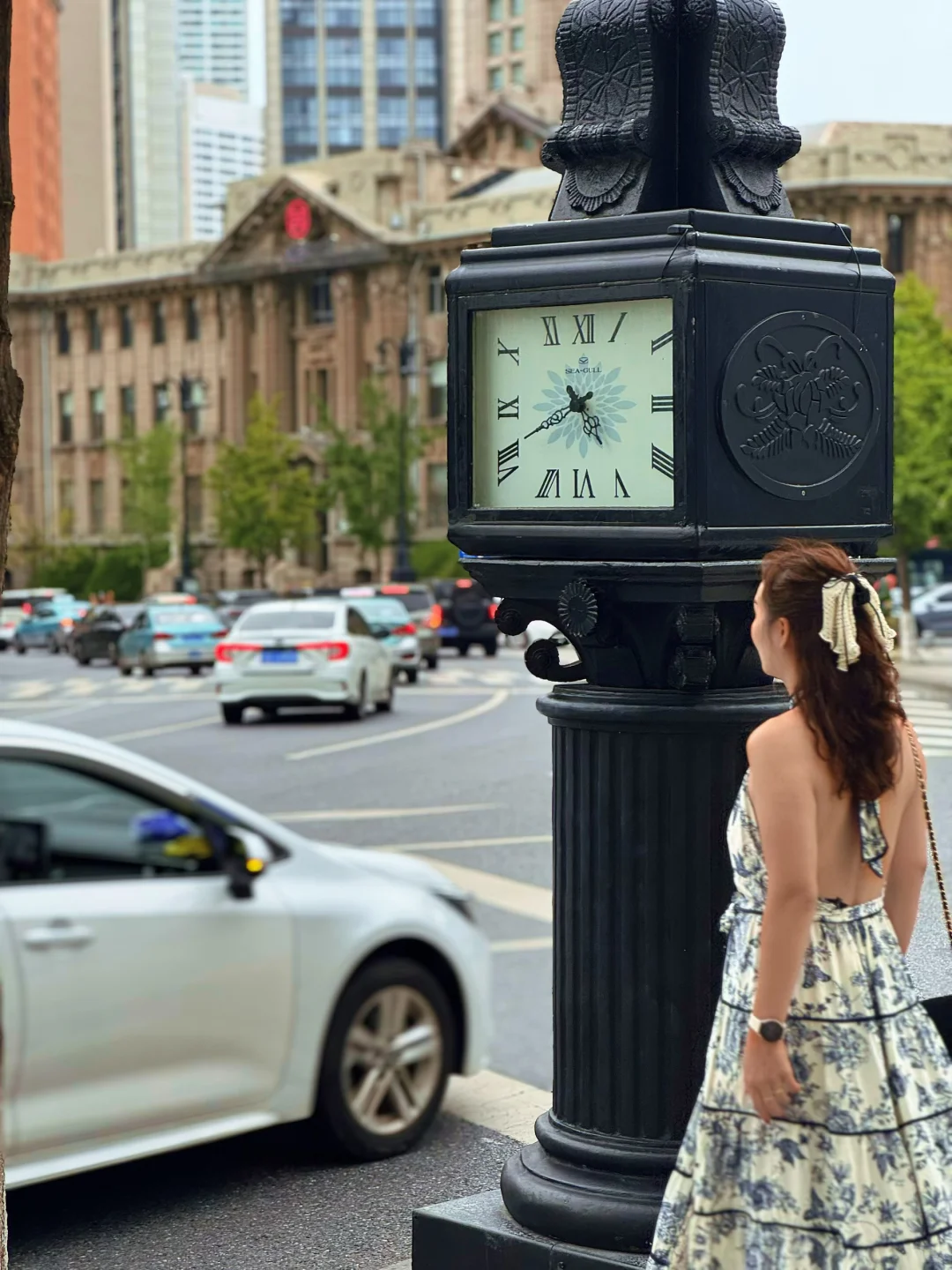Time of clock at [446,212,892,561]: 4:40
